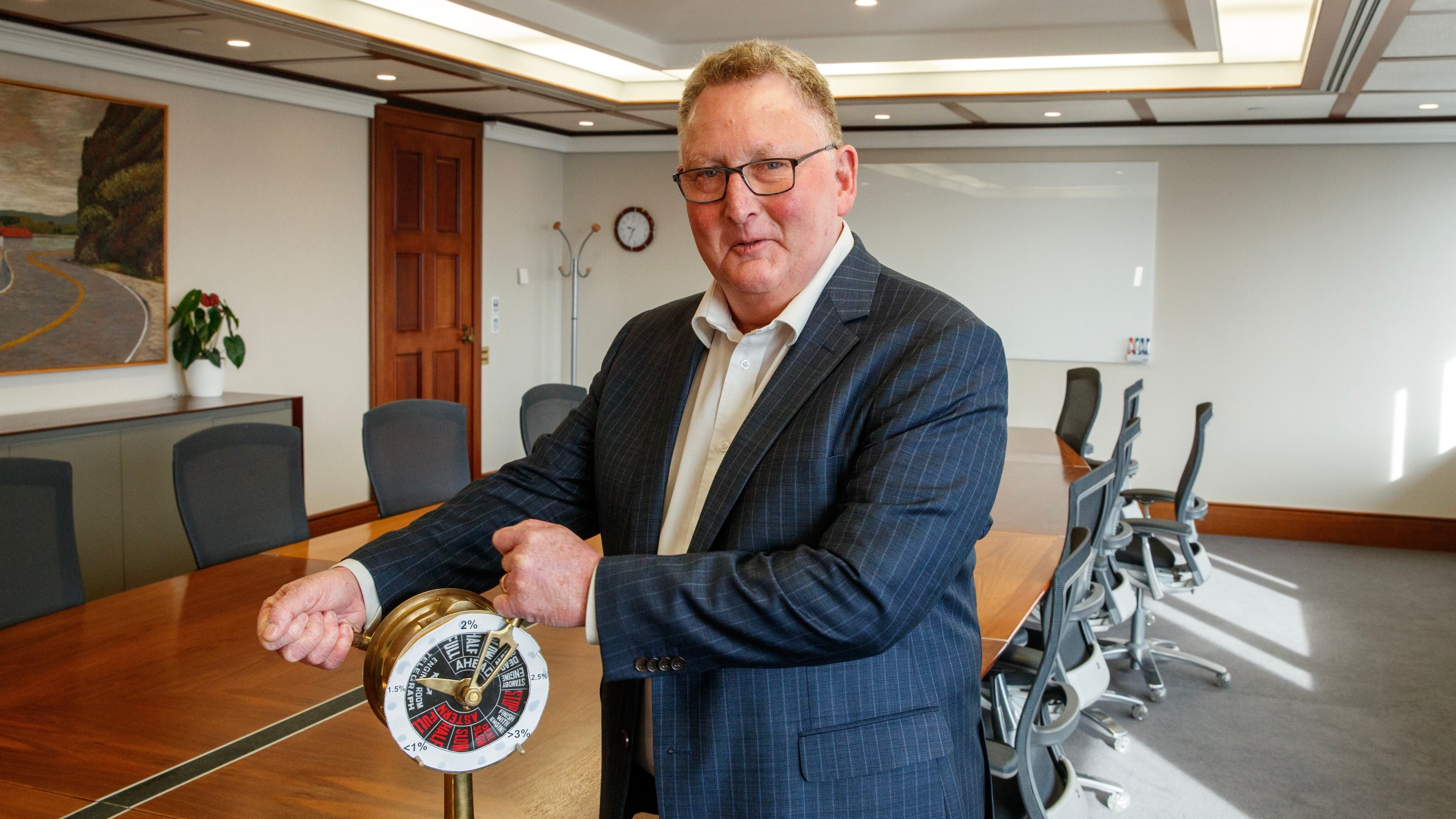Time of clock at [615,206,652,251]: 9:34
